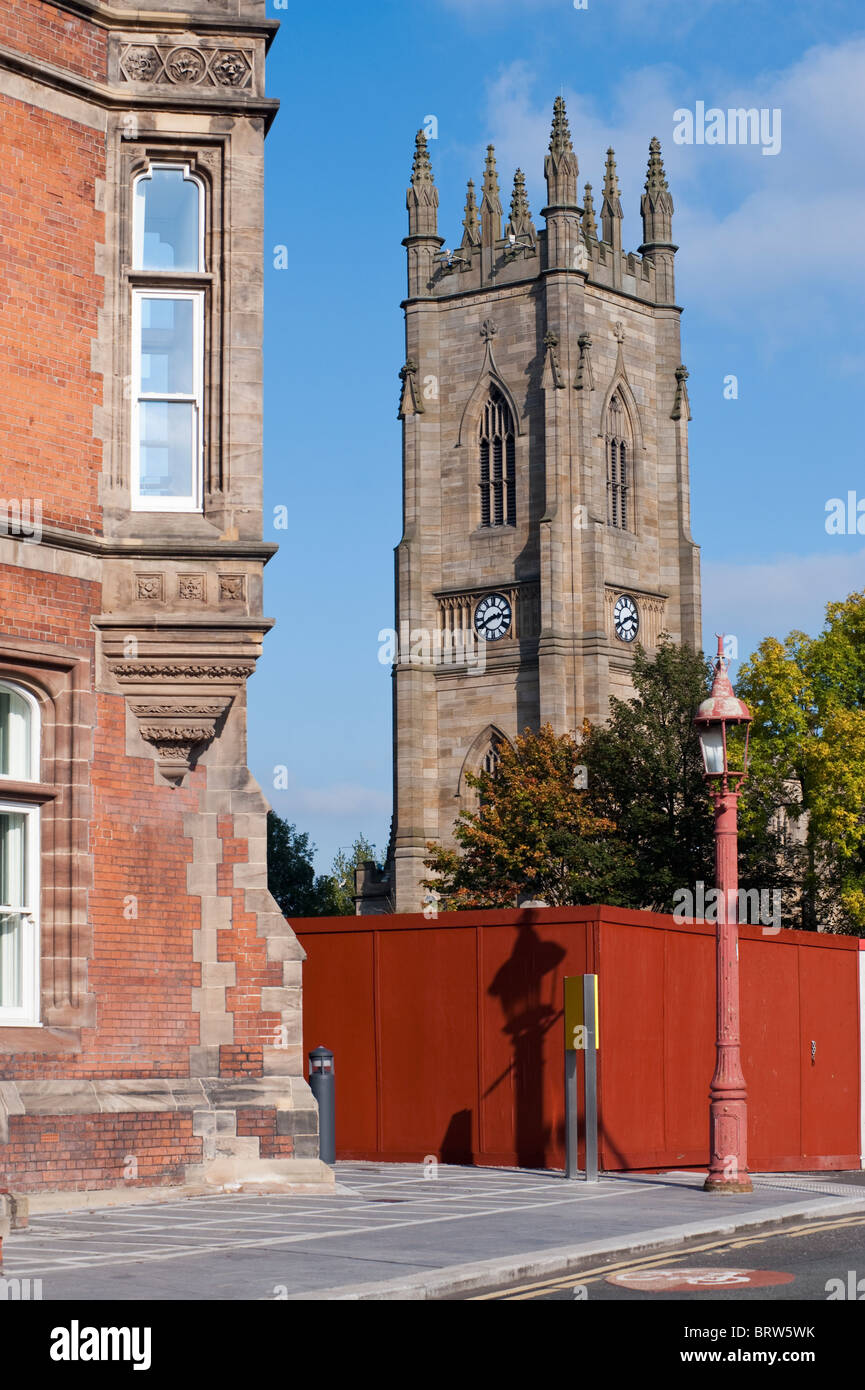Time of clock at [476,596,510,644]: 2:40
